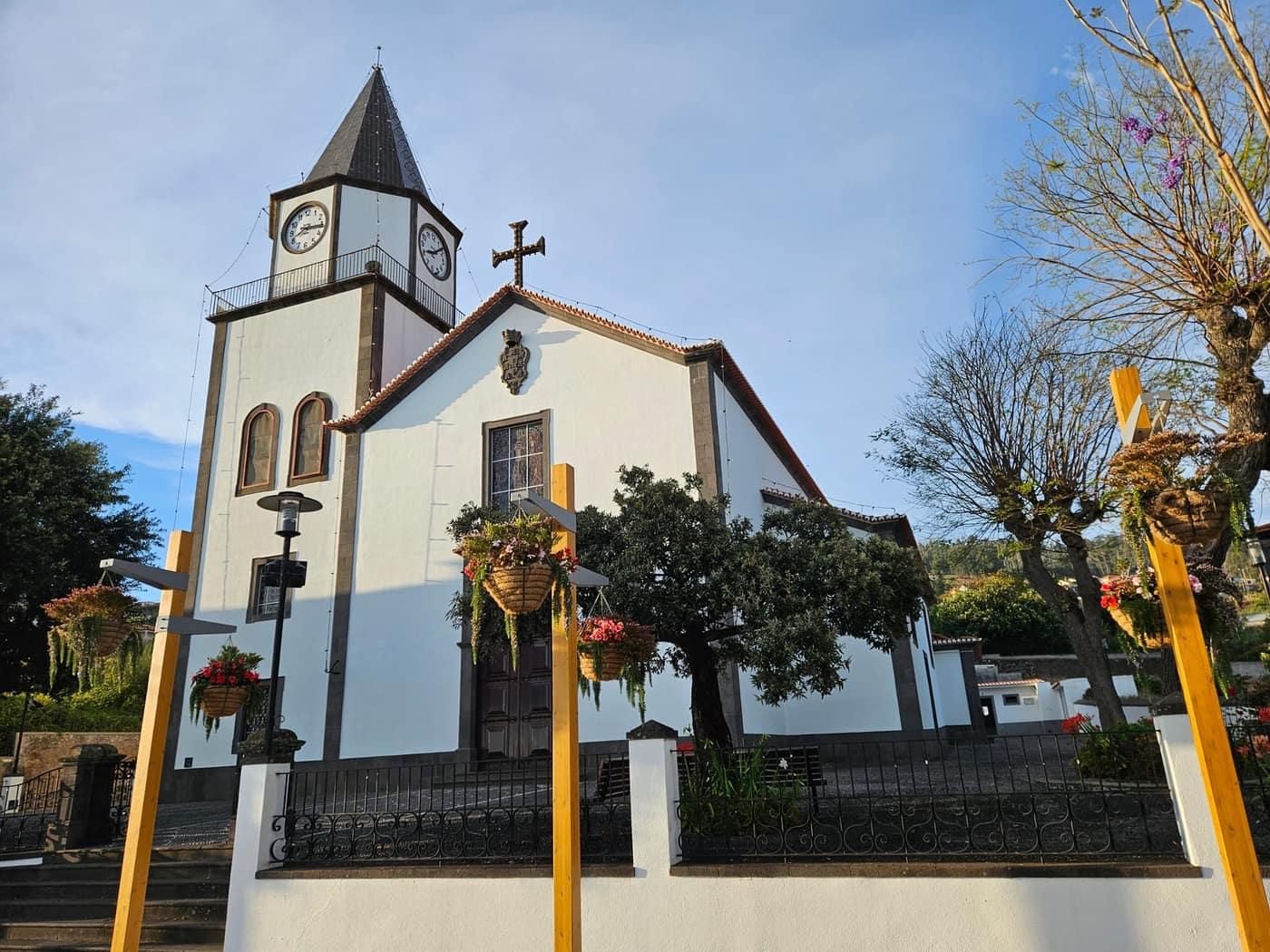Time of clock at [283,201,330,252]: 8:16
